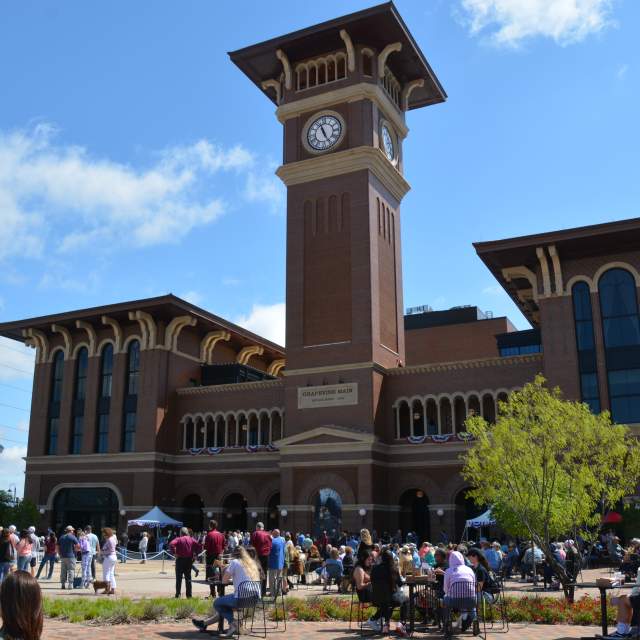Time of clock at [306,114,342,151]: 11:25
